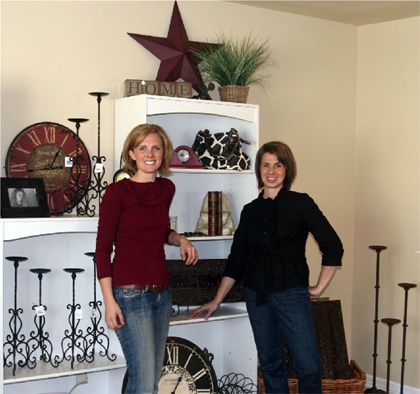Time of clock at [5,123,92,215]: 1:13
